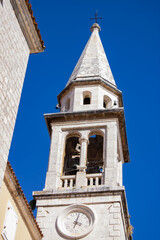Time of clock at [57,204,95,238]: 4:02
